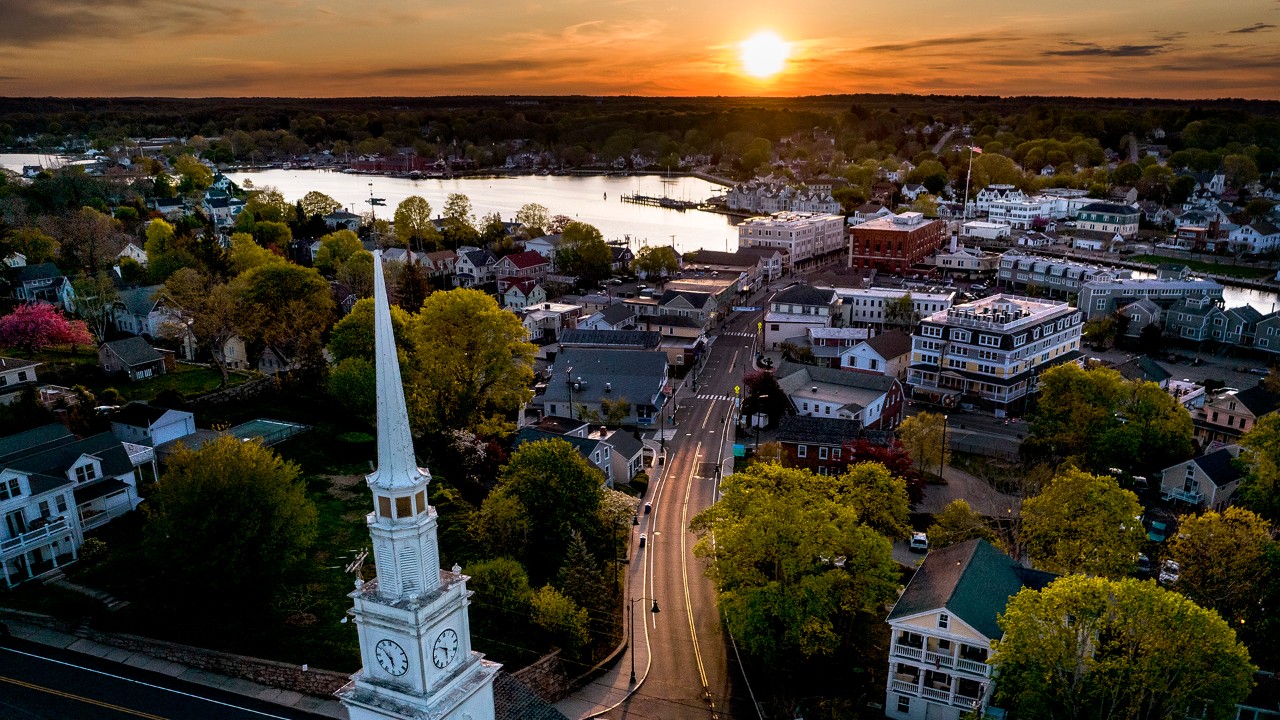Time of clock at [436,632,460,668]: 5:51
